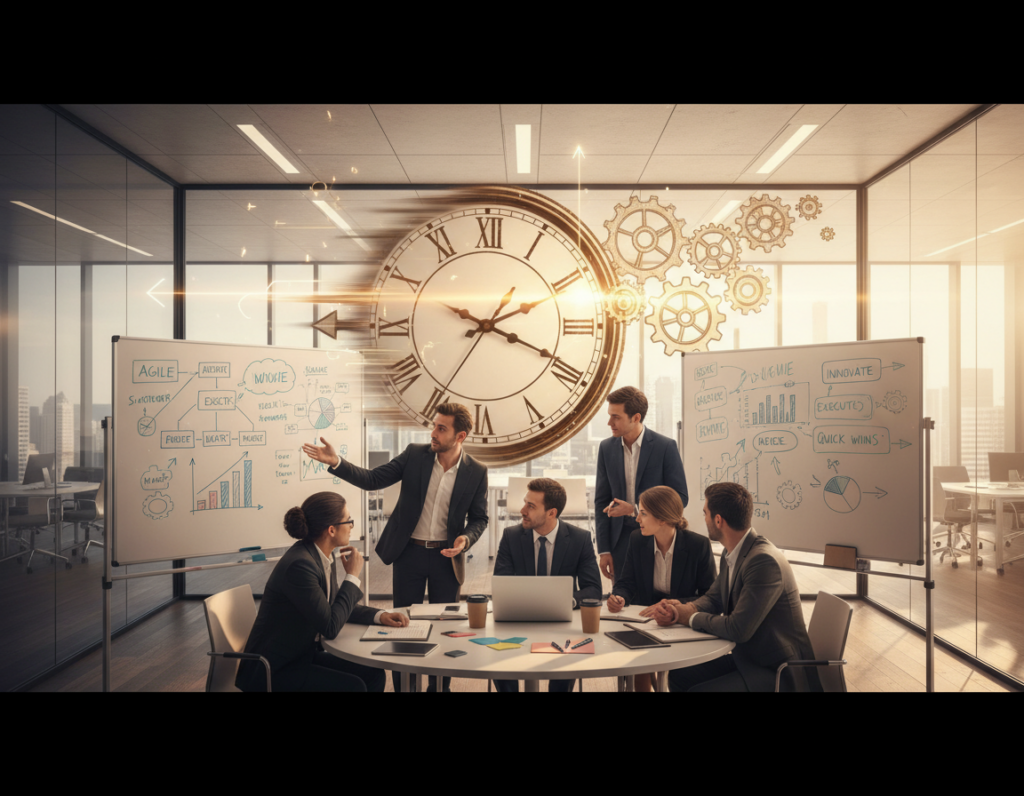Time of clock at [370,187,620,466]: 2:19
